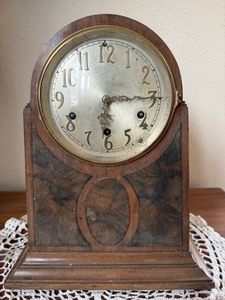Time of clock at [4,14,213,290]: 6:14
